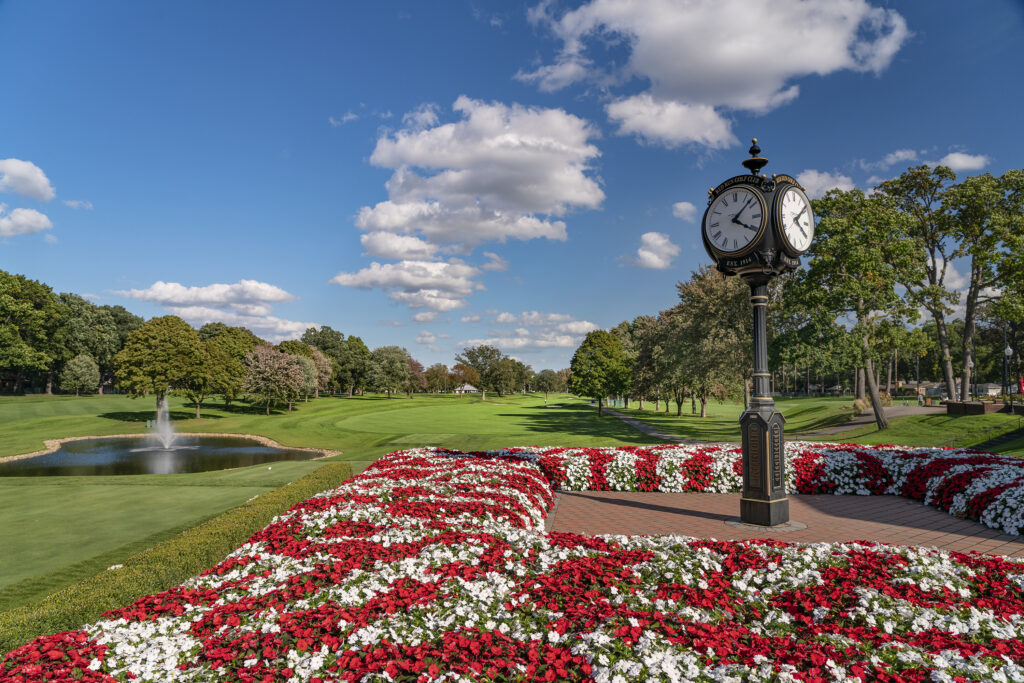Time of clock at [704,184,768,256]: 4:07
